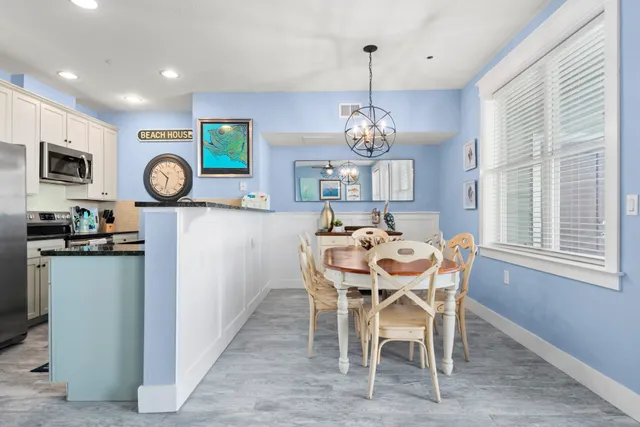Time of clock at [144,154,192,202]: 10:32
